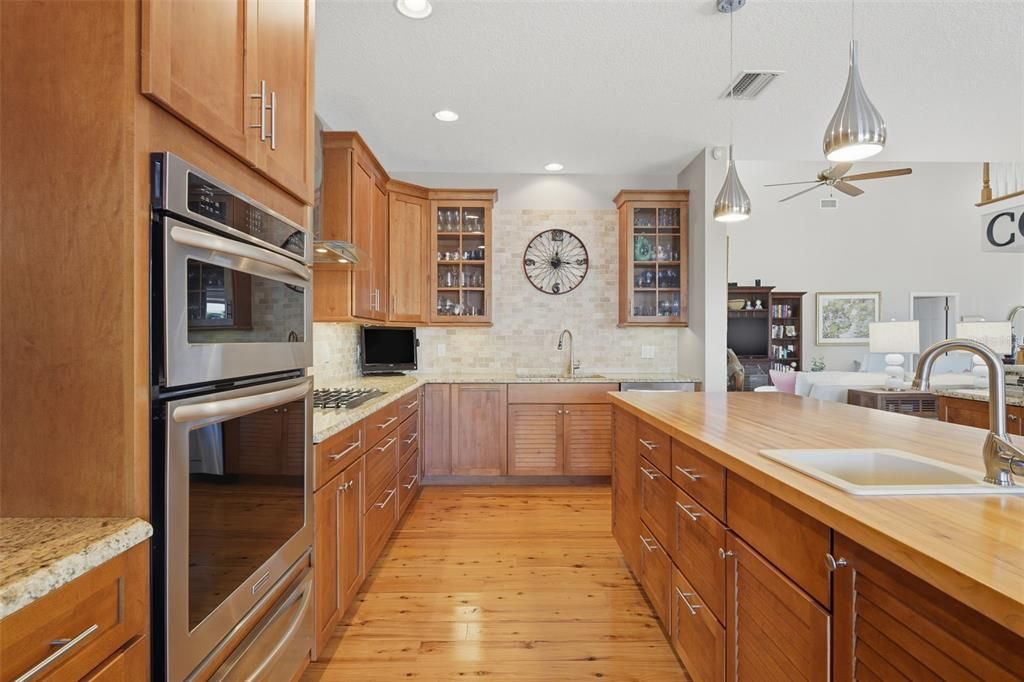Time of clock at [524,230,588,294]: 12:16
